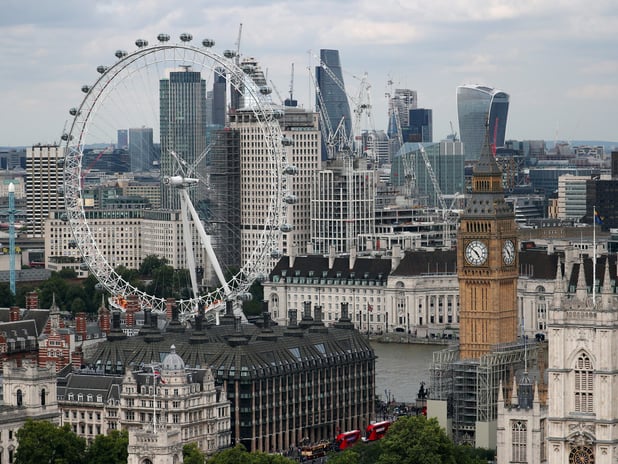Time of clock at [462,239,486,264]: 4:51
